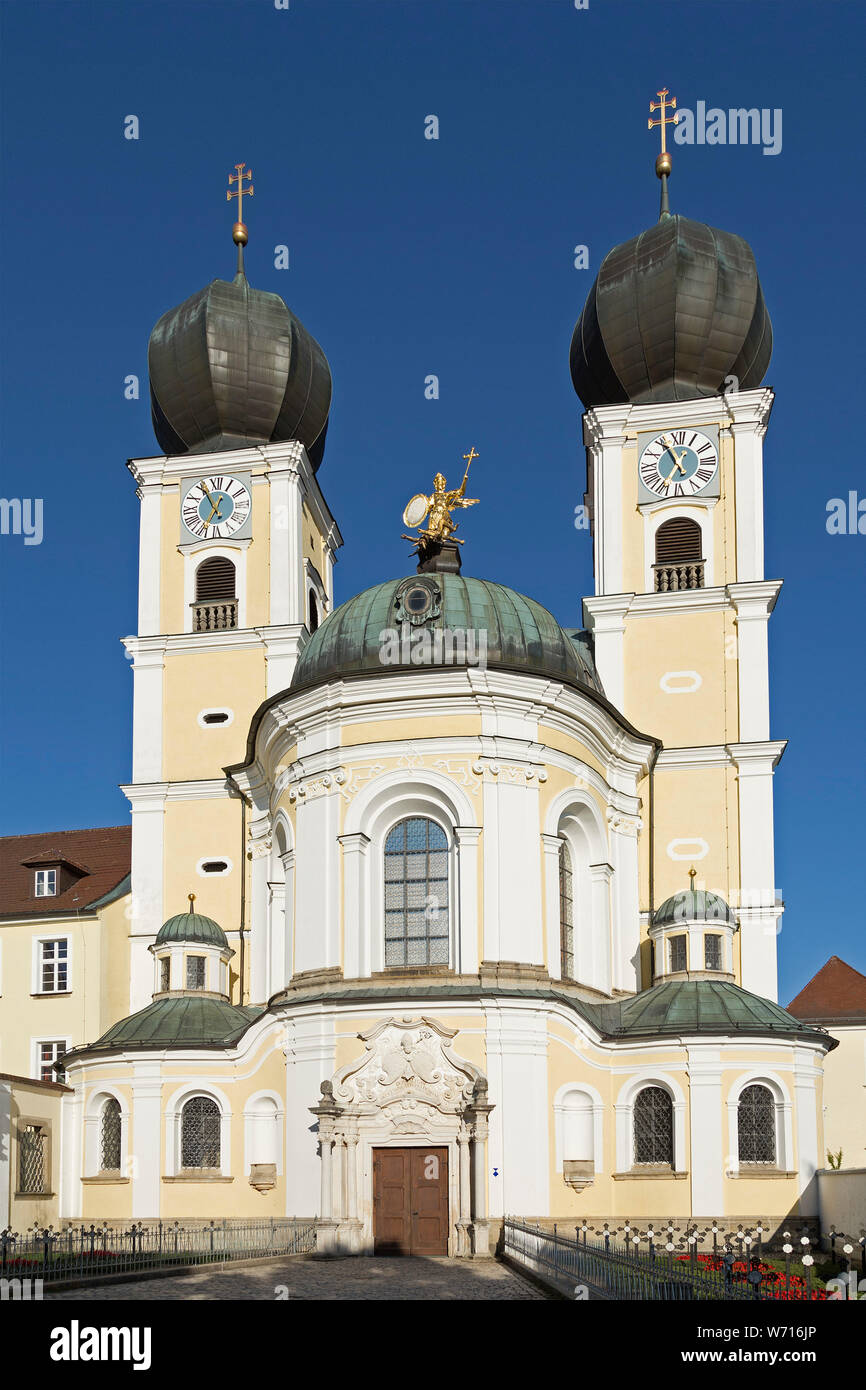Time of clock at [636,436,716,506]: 12:55
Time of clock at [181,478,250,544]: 12:55
